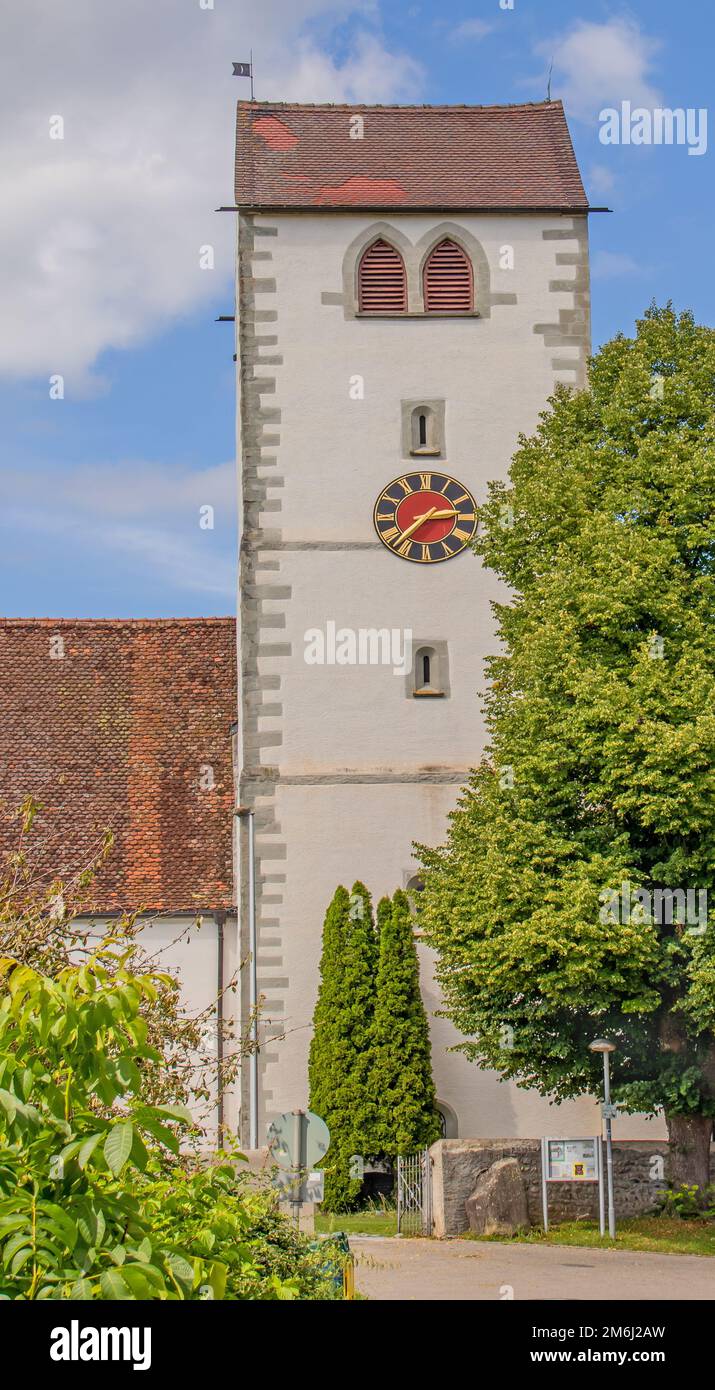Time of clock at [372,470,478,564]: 2:37
